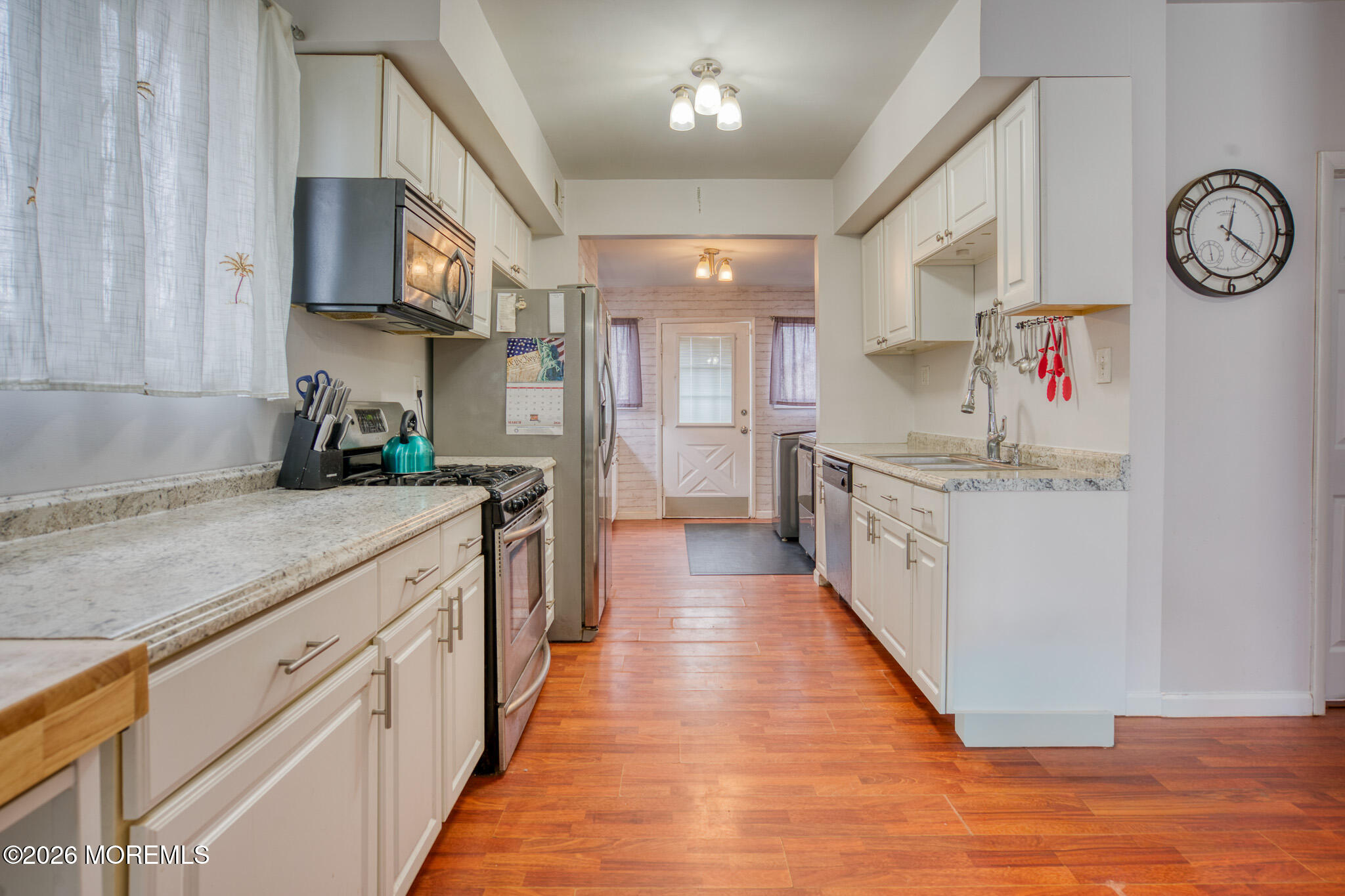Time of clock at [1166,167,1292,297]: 12:21
